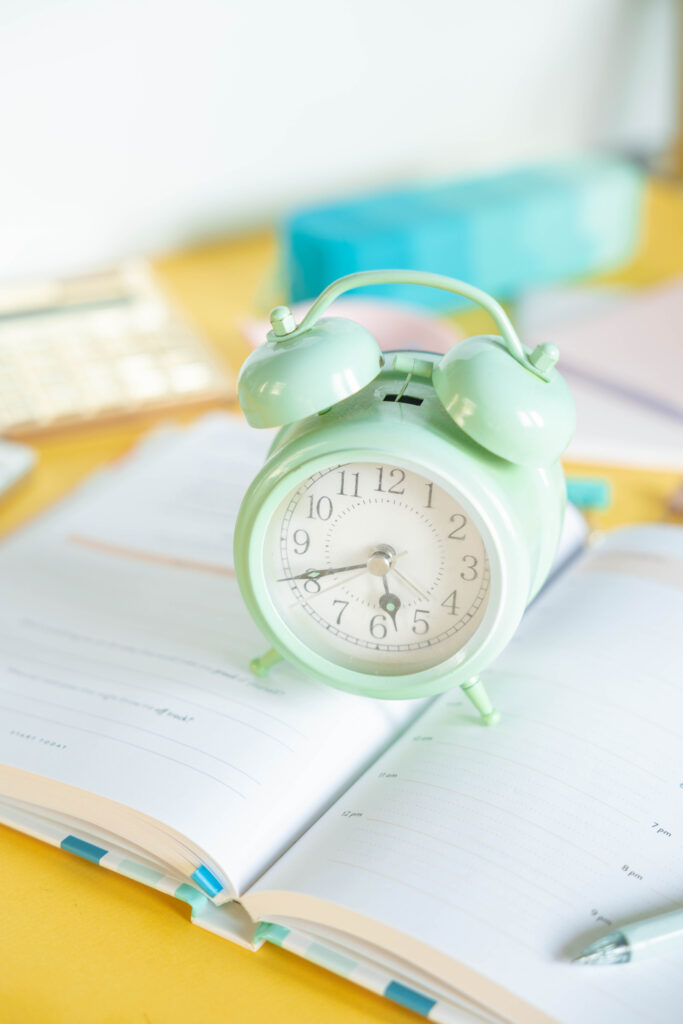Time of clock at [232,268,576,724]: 5:41
